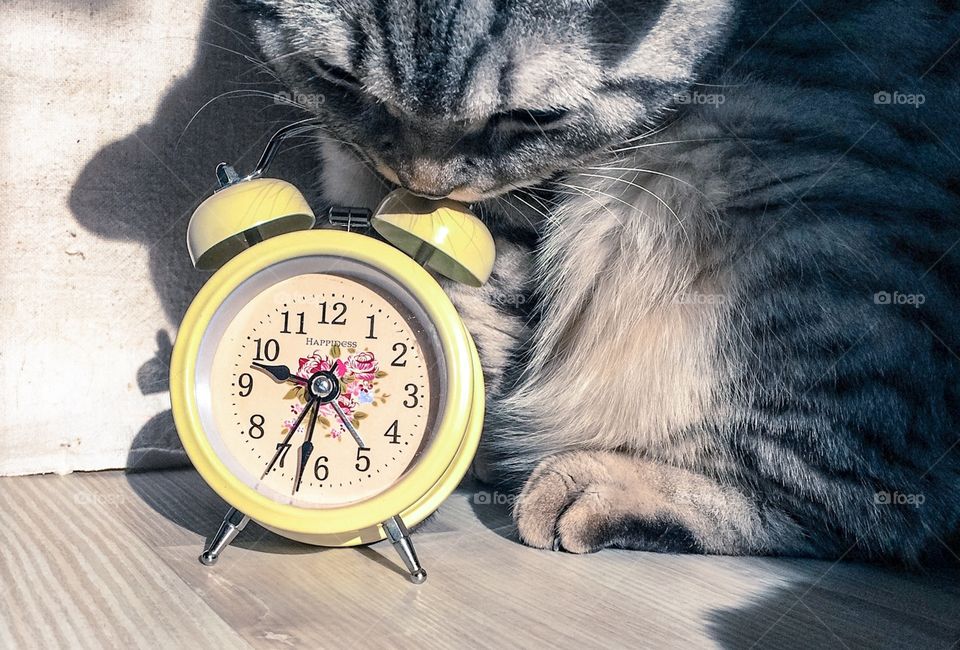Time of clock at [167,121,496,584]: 9:31
